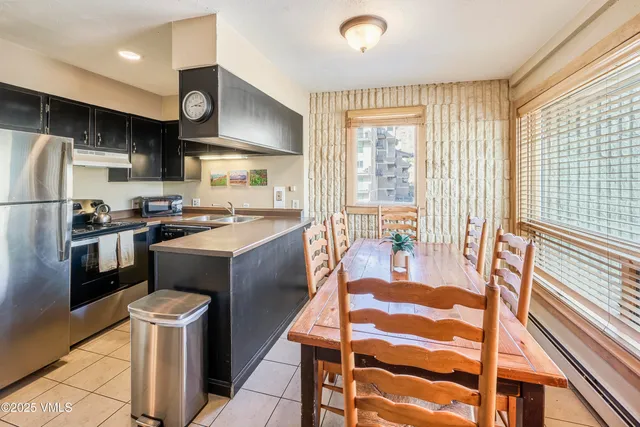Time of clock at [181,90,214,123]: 3:12
